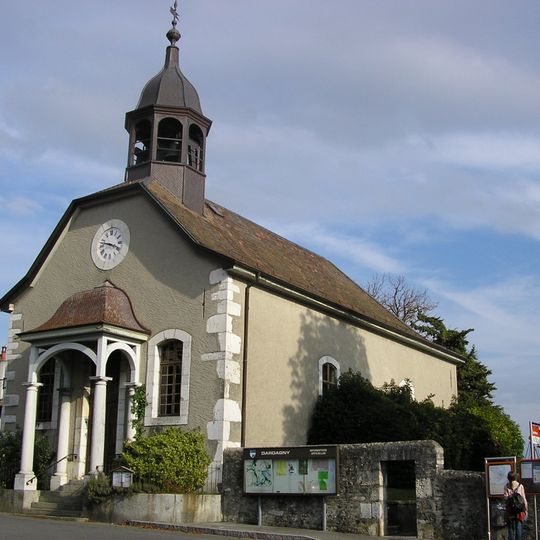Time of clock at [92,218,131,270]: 3:47
